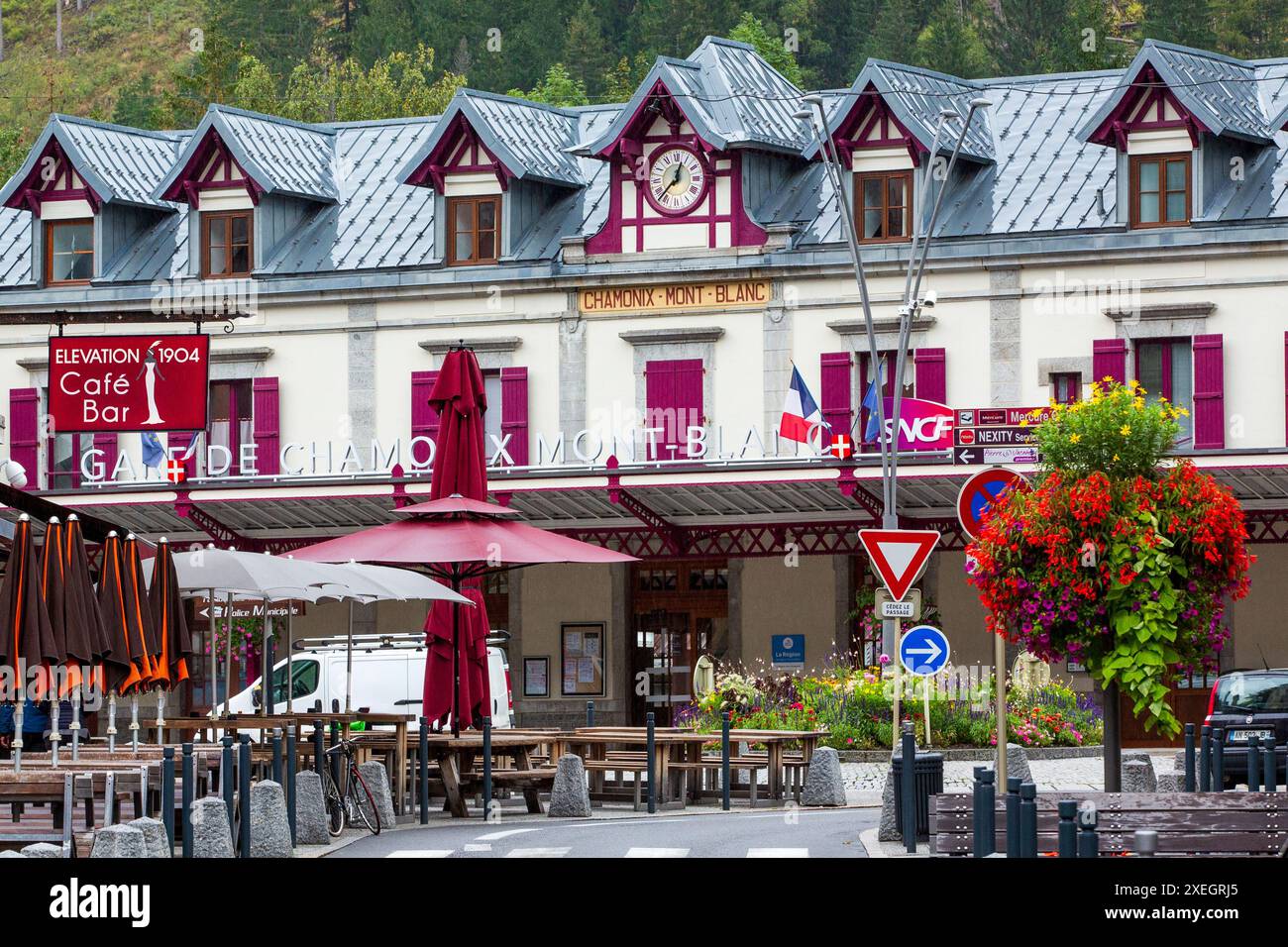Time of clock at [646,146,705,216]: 12:37
